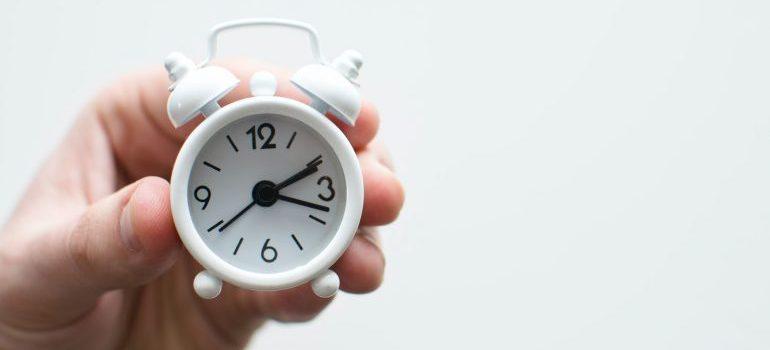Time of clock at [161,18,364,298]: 2:18
